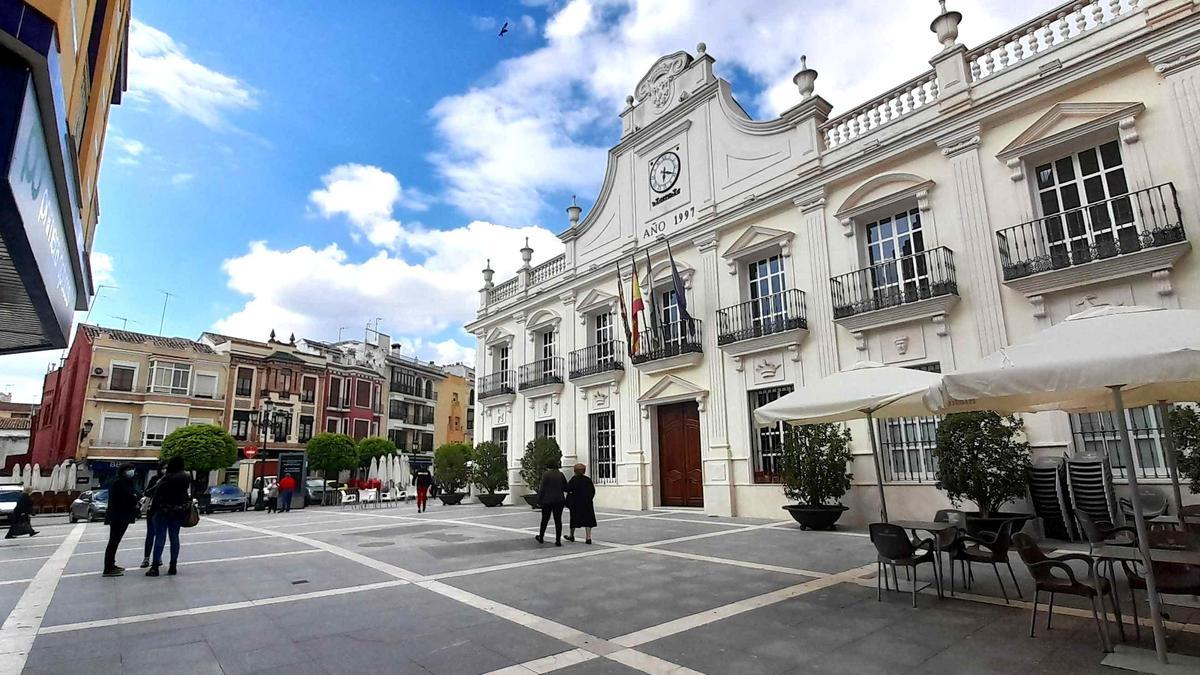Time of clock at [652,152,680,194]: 6:18
